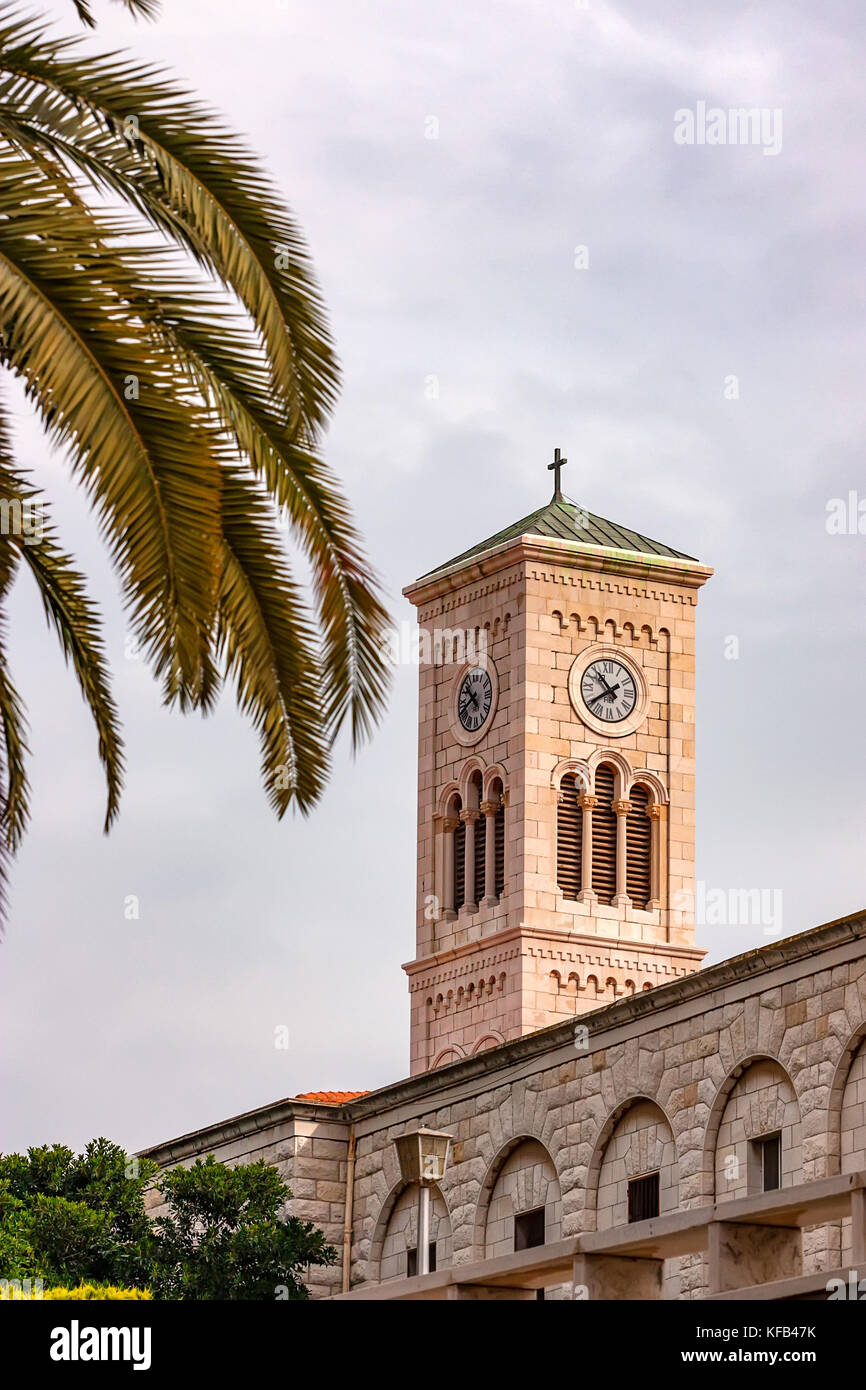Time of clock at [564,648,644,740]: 10:39
